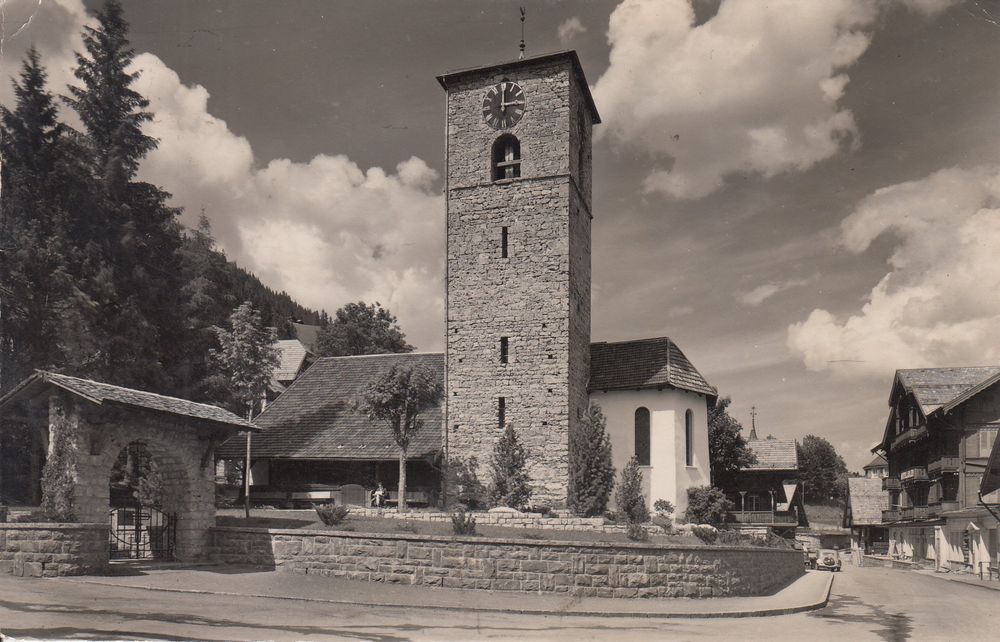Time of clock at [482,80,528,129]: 3:00
